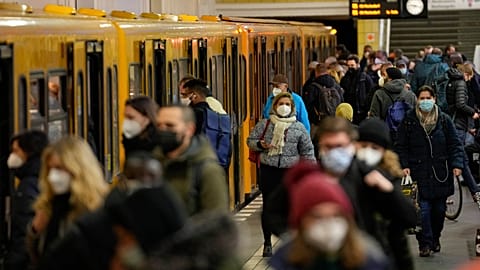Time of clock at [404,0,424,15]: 9:17
